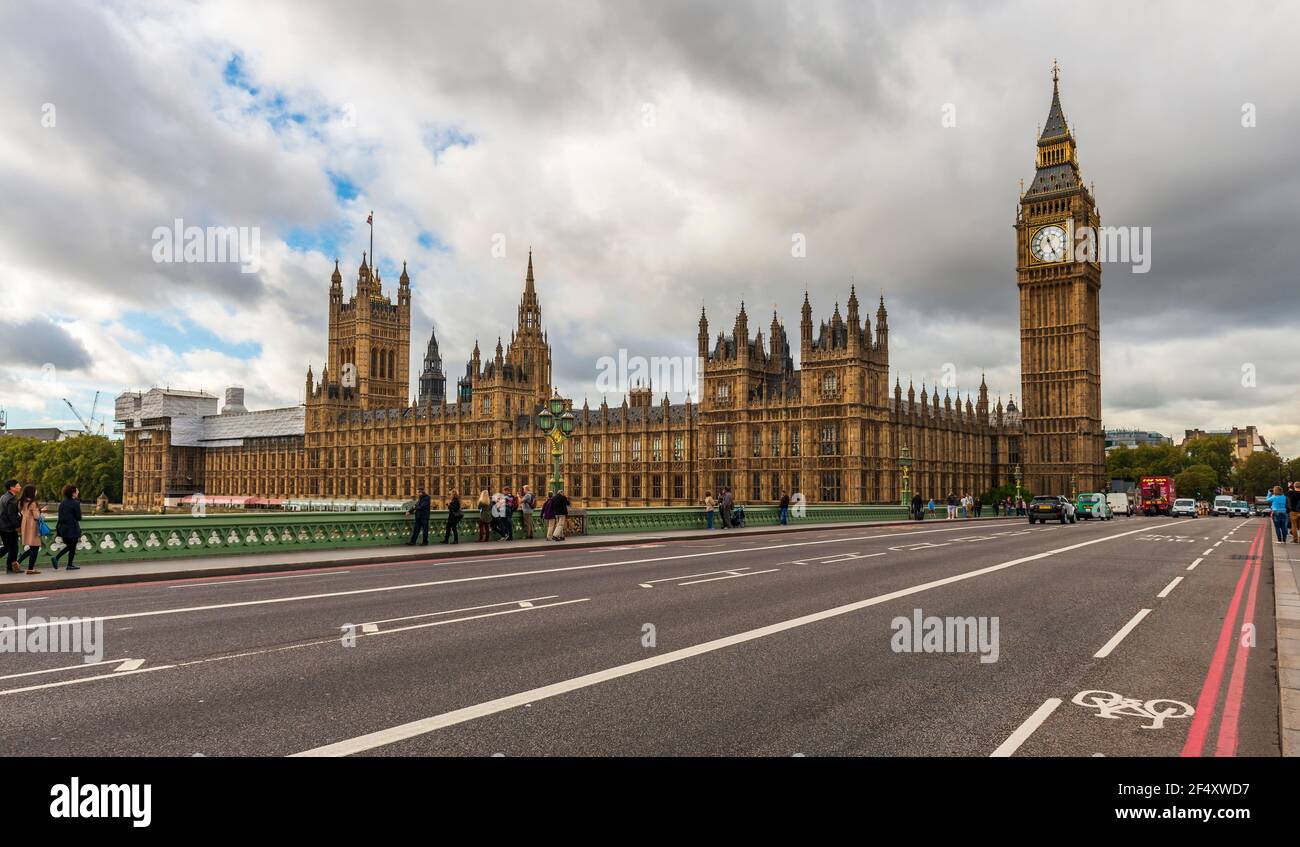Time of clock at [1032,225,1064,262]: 11:25
